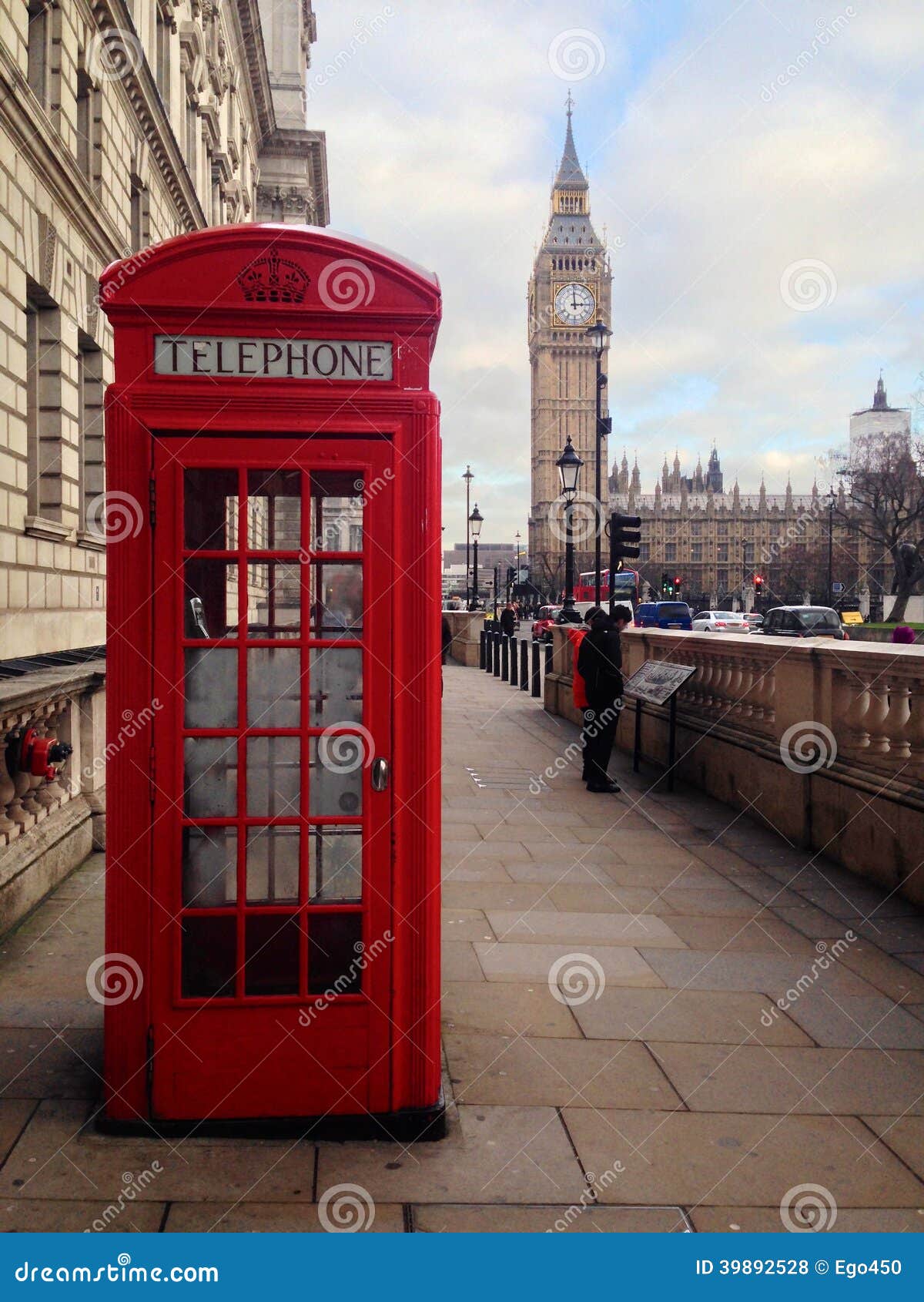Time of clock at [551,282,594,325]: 2:59
